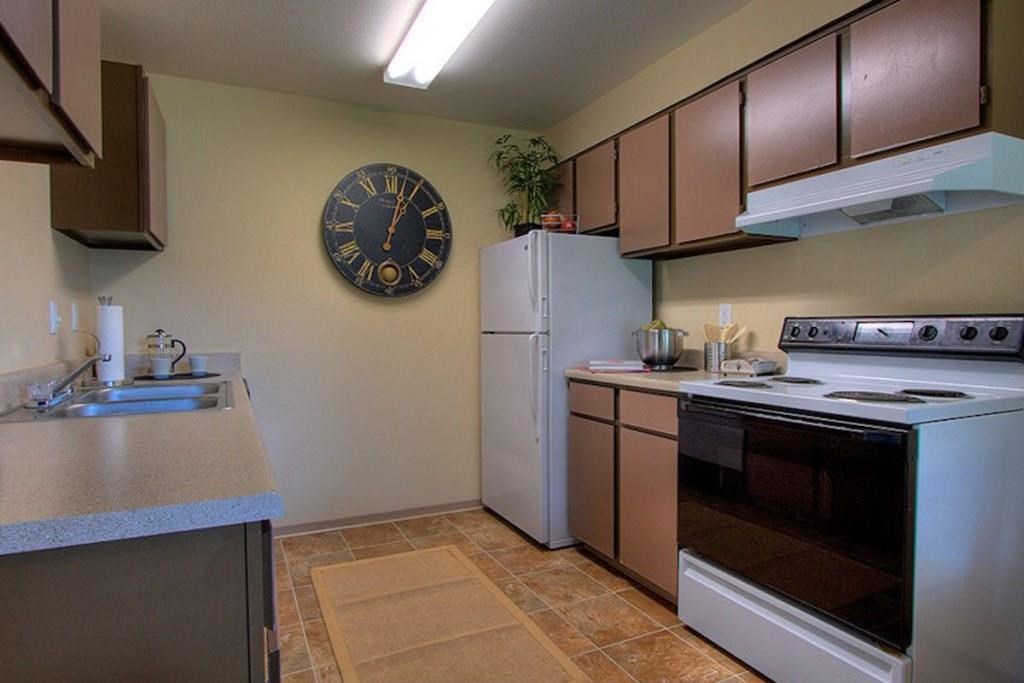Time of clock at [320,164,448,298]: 1:02
